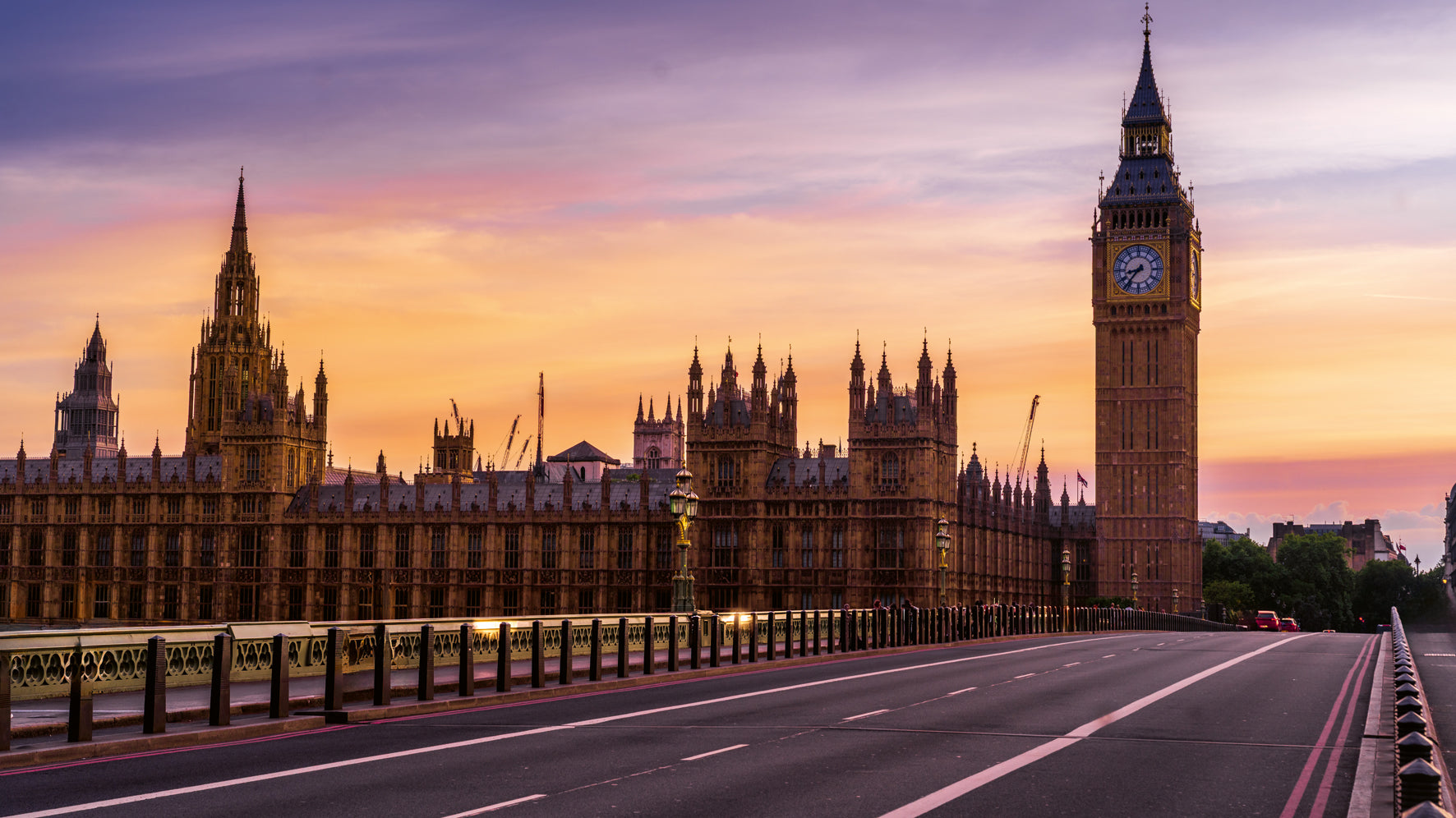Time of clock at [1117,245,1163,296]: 8:36
